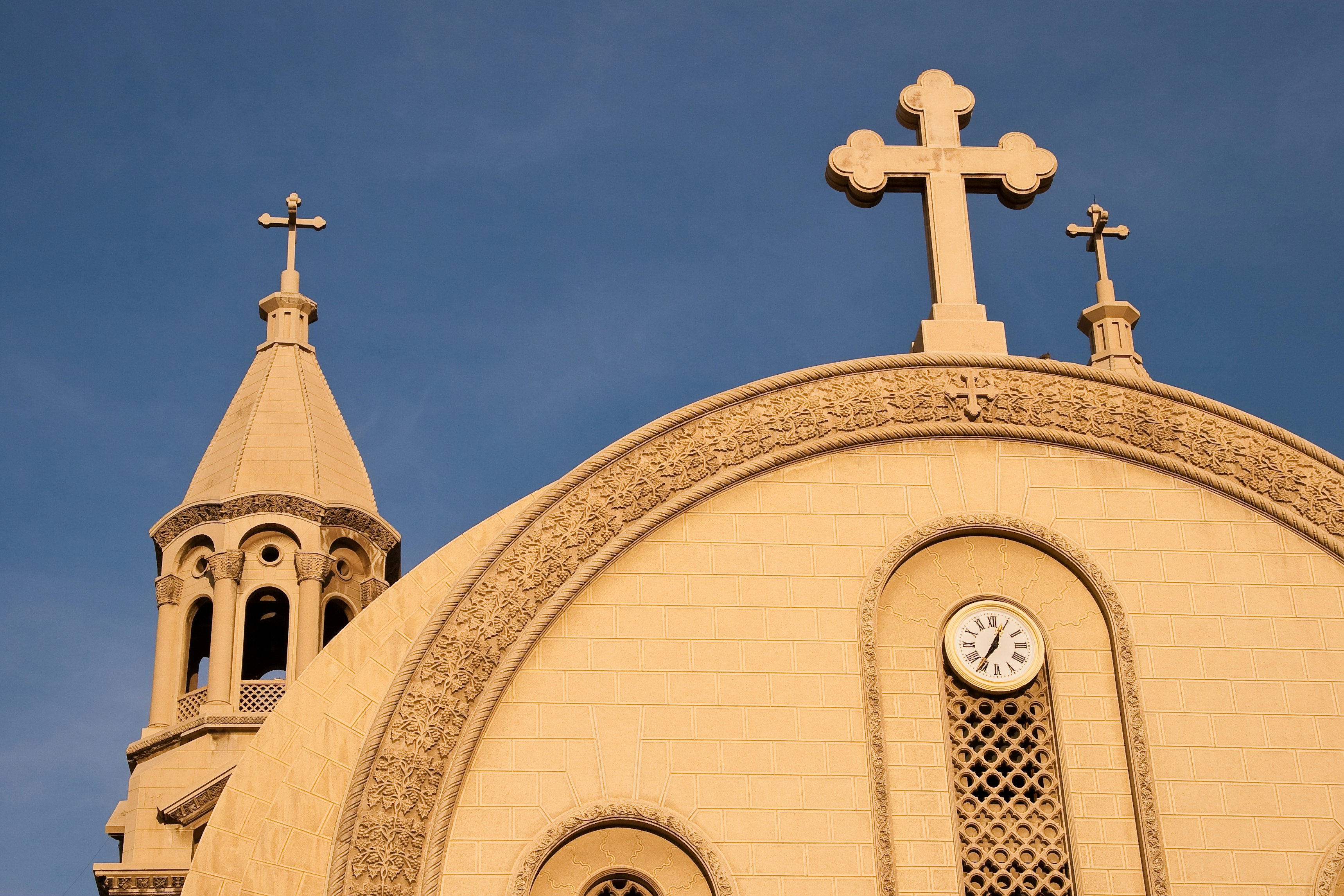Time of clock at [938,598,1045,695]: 12:36
